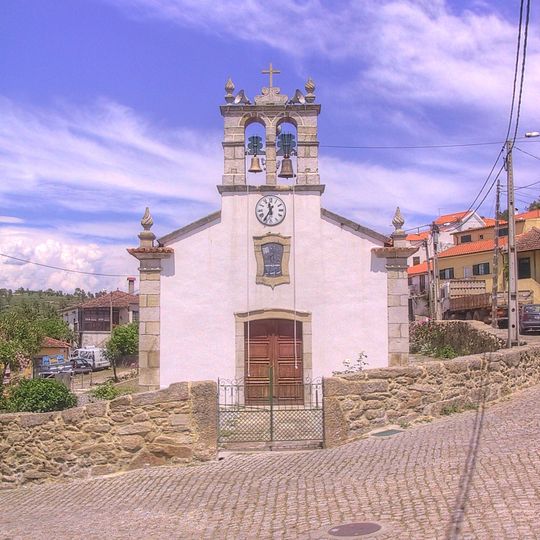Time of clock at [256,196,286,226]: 11:35
